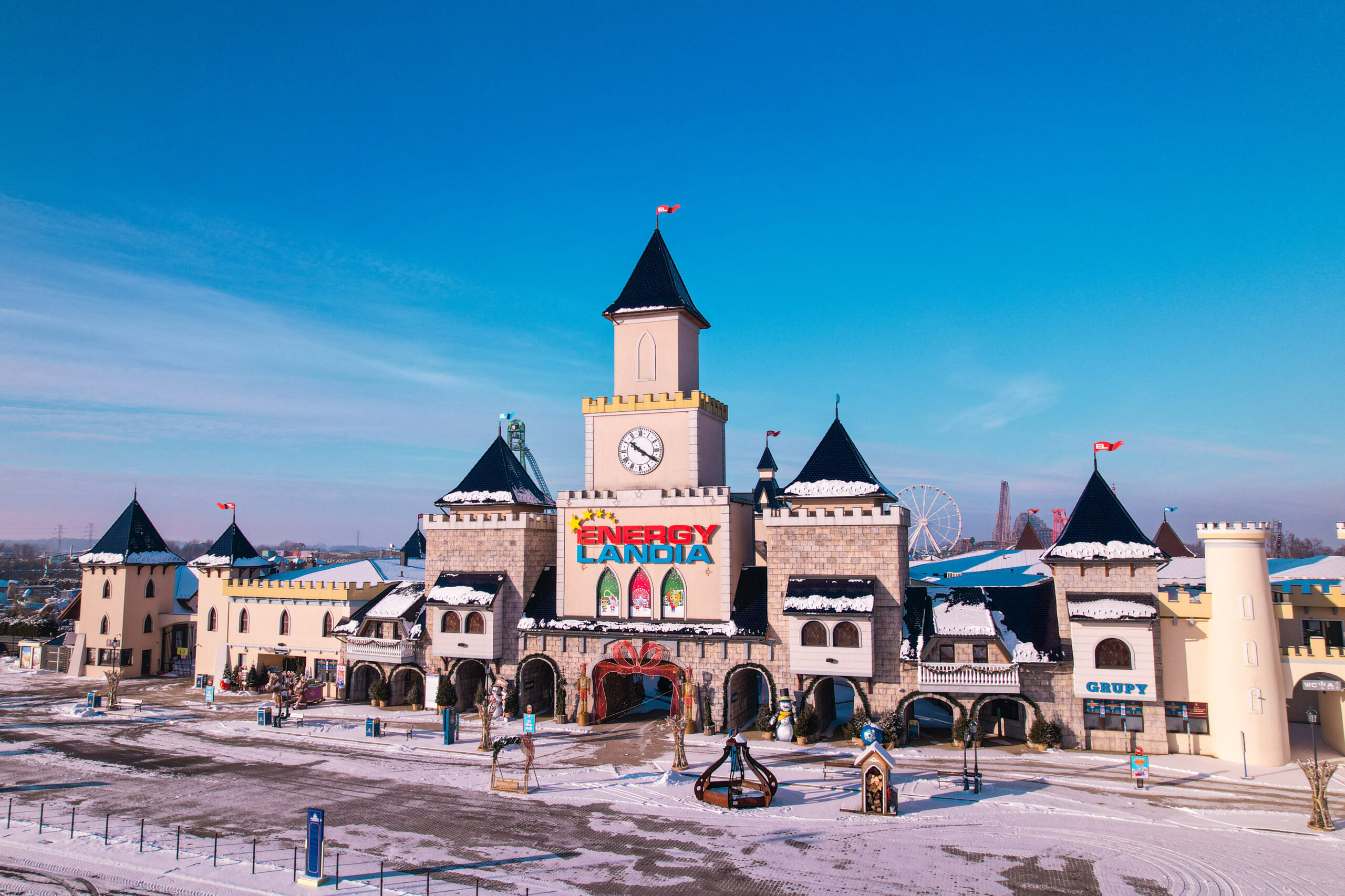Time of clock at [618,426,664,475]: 10:20
